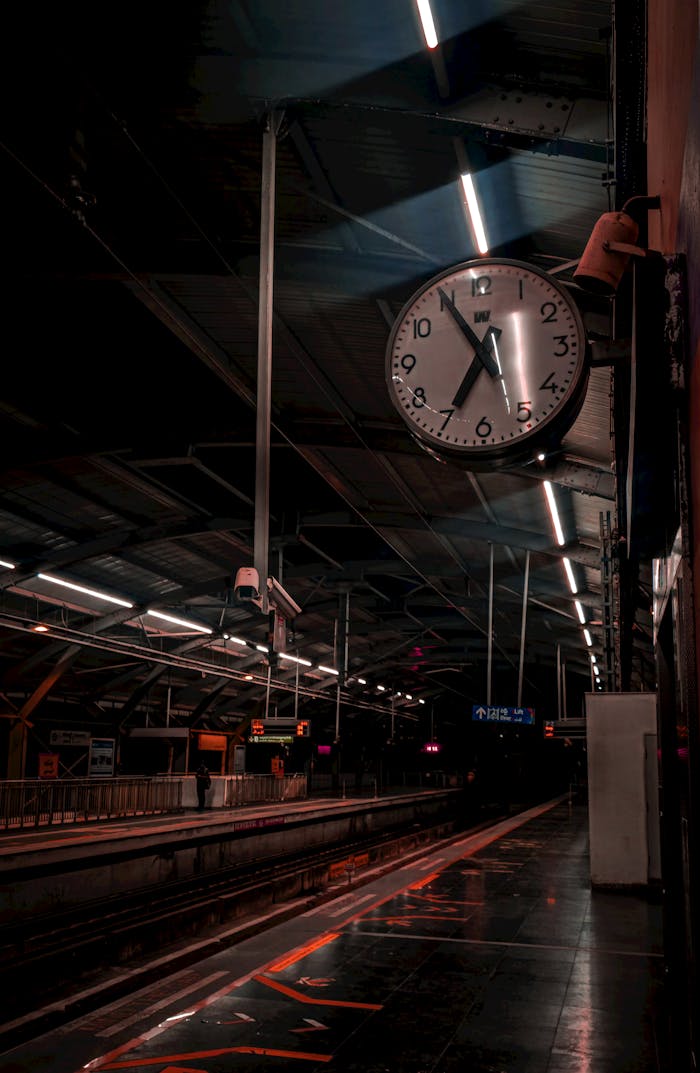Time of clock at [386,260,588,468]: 6:54
